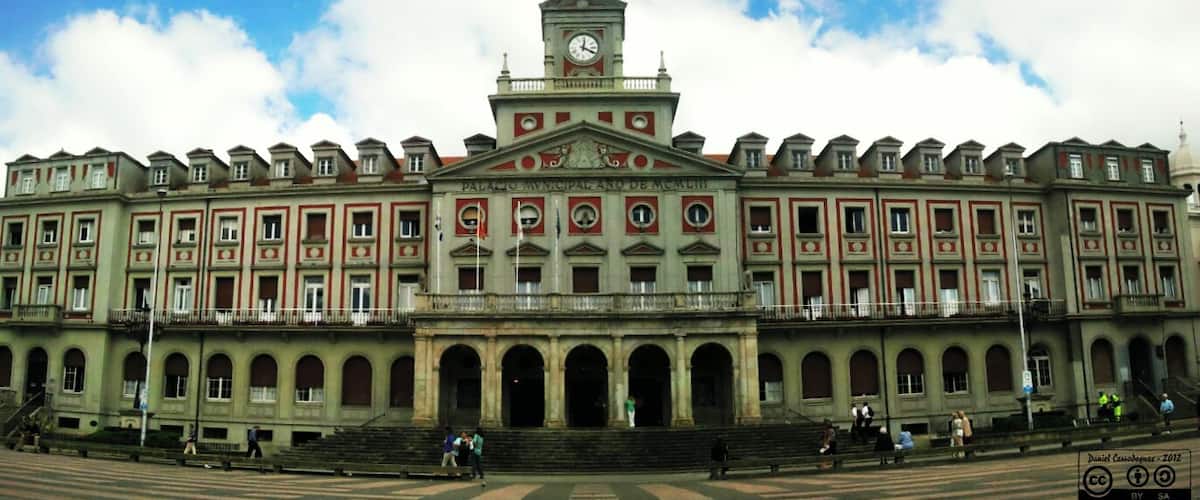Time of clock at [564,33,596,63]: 12:19
